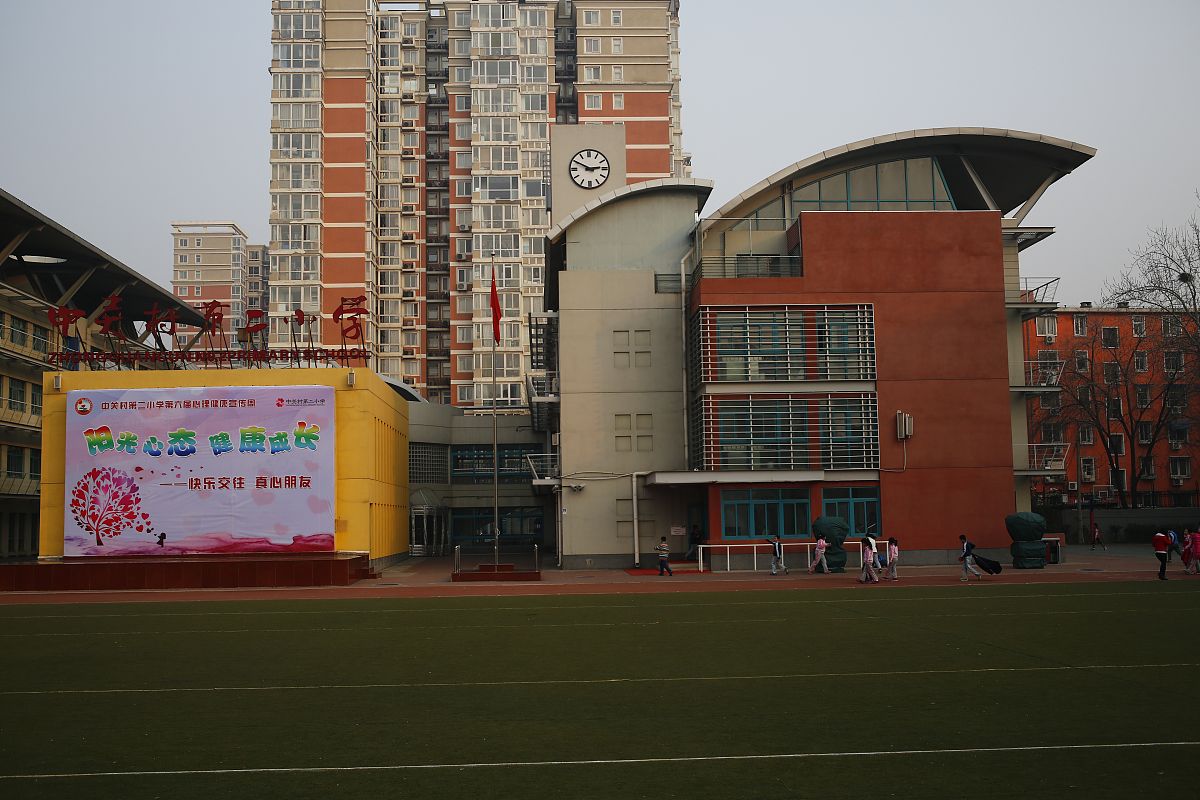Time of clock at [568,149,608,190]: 2:49
